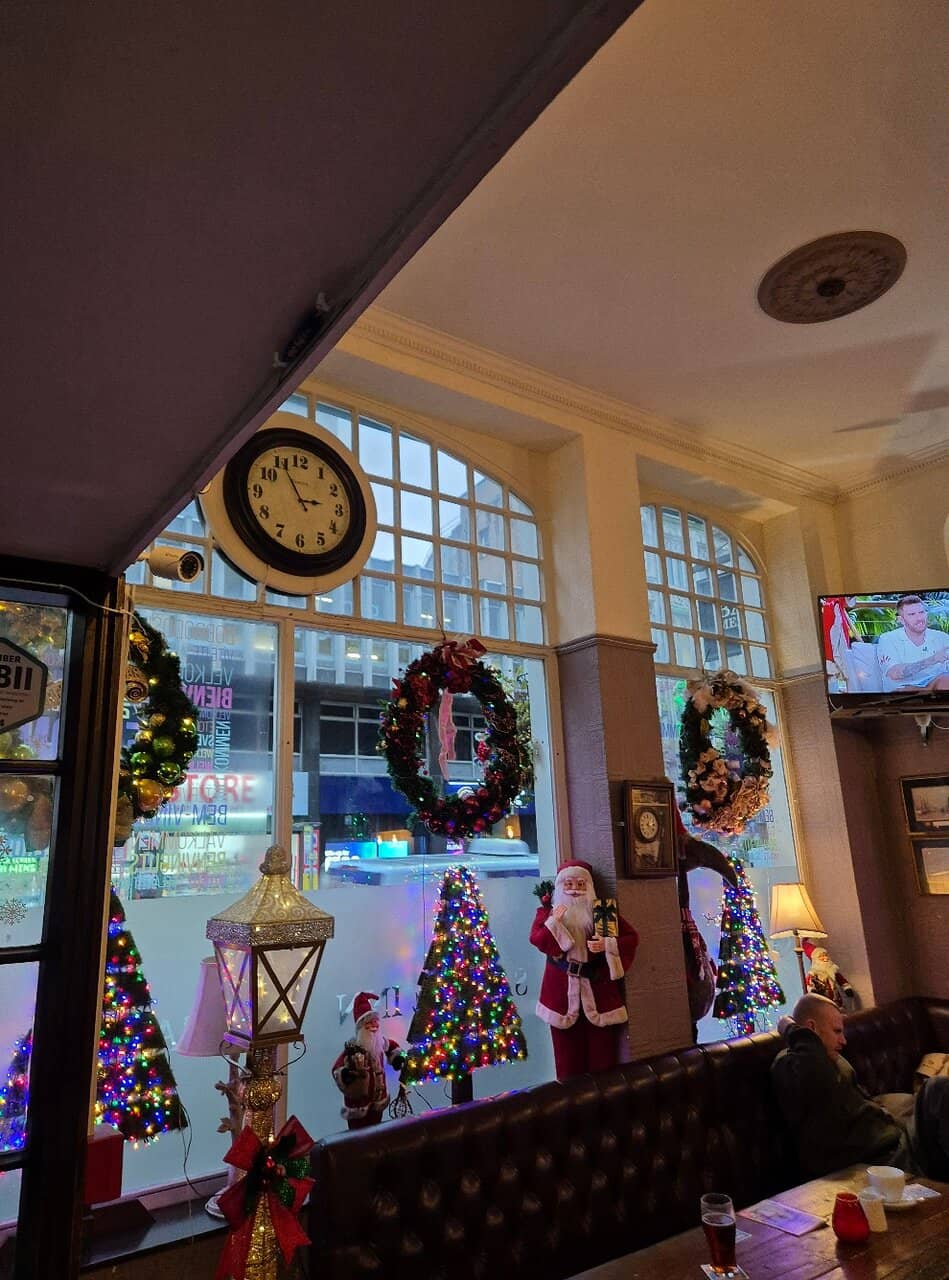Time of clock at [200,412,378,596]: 2:55
